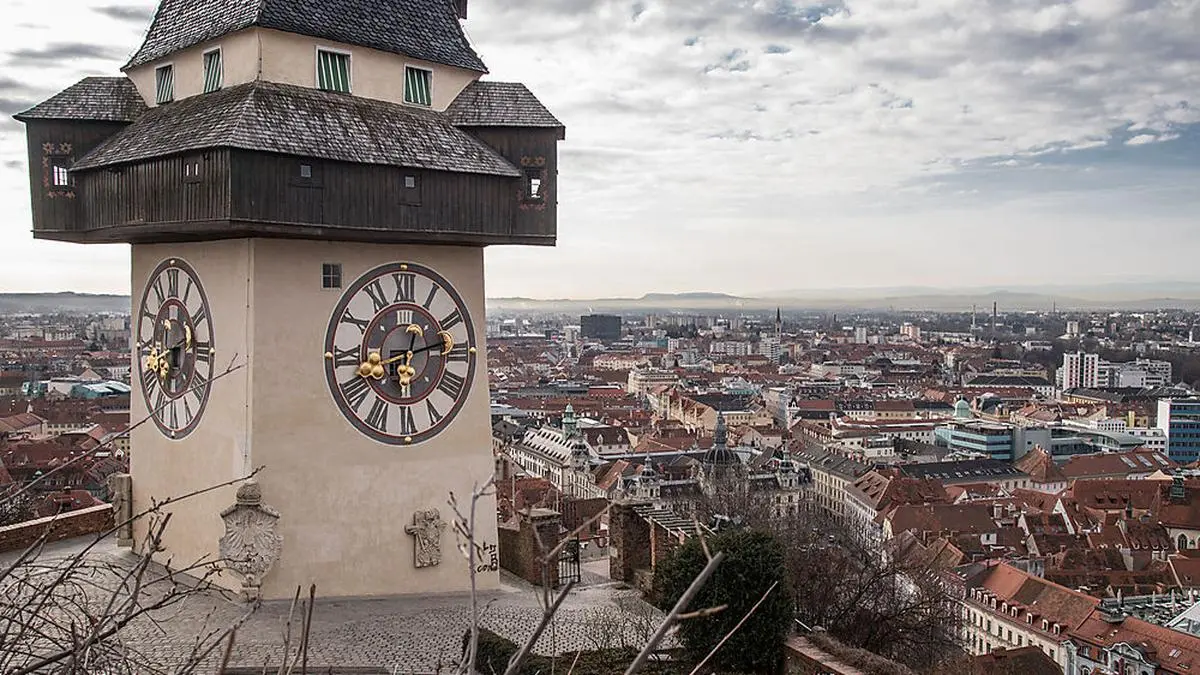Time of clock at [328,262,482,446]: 6:13
